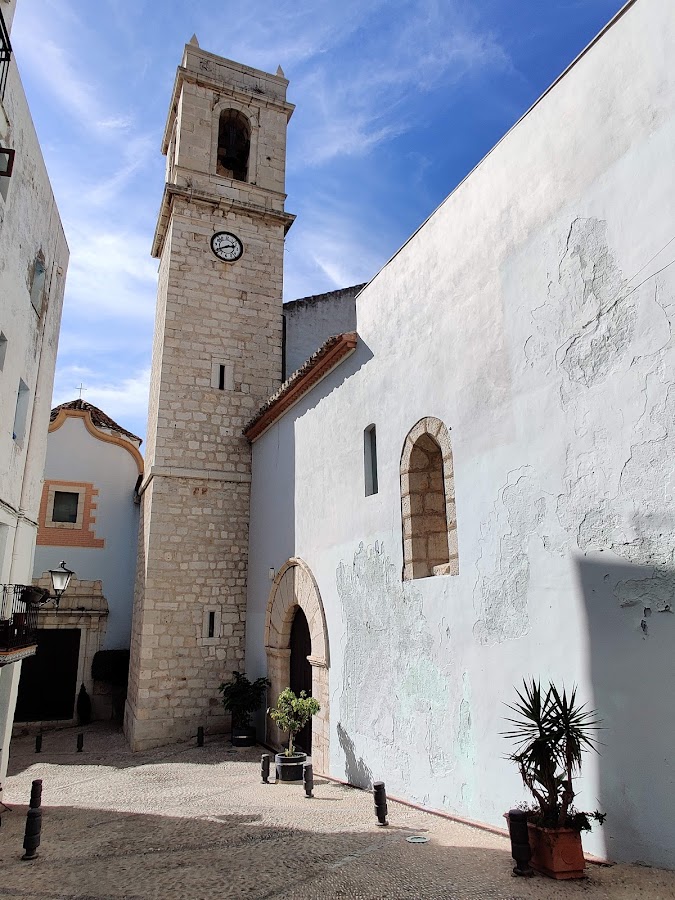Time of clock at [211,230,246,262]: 2:40
